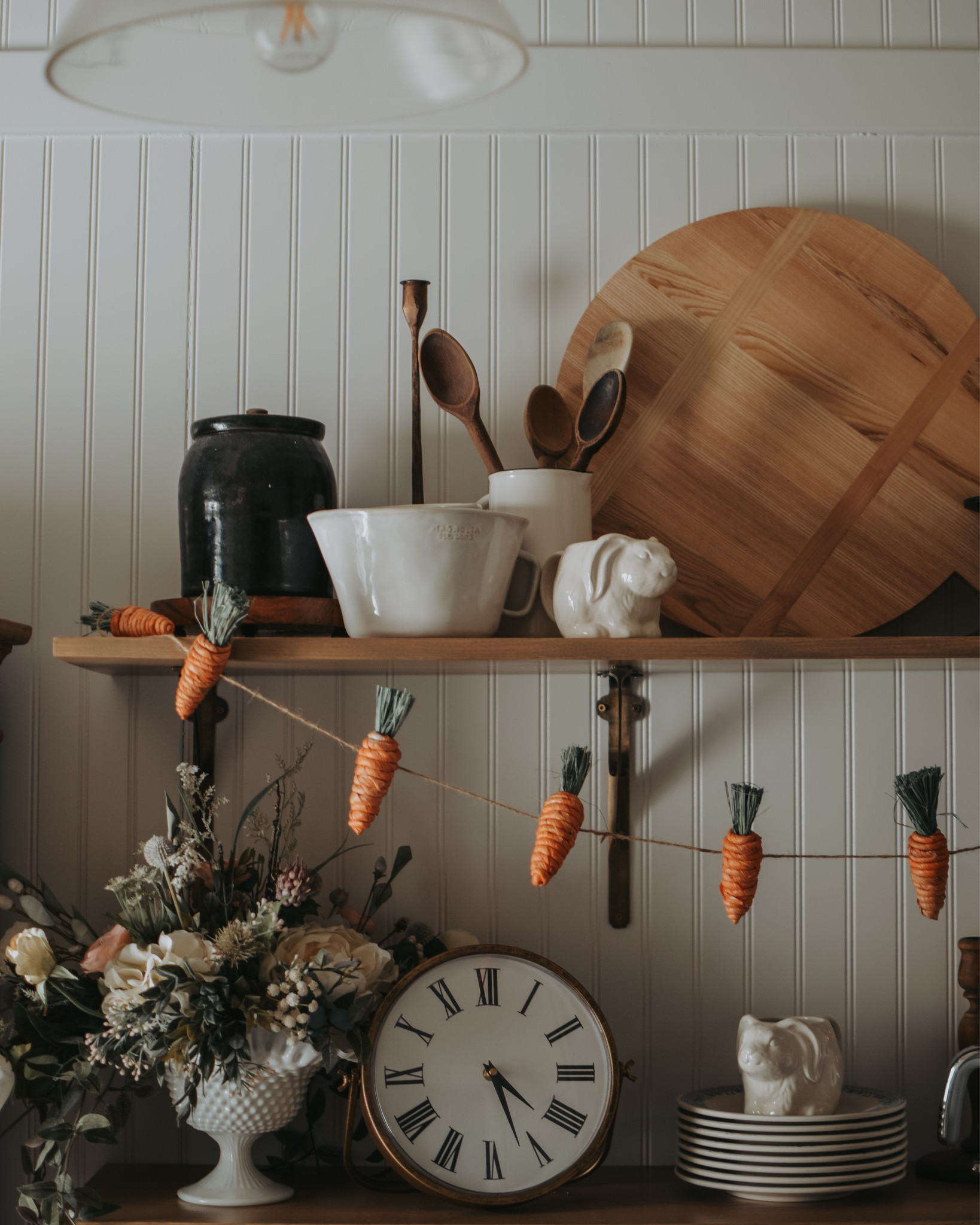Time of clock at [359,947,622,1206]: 4:26
